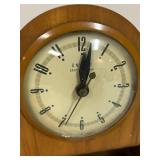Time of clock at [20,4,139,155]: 12:01
